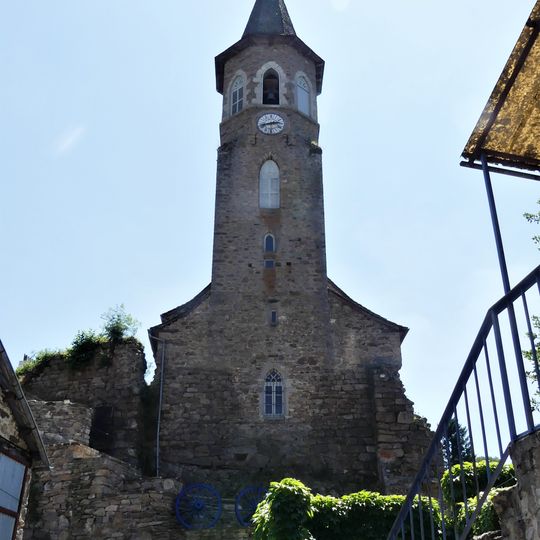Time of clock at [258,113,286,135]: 2:42
